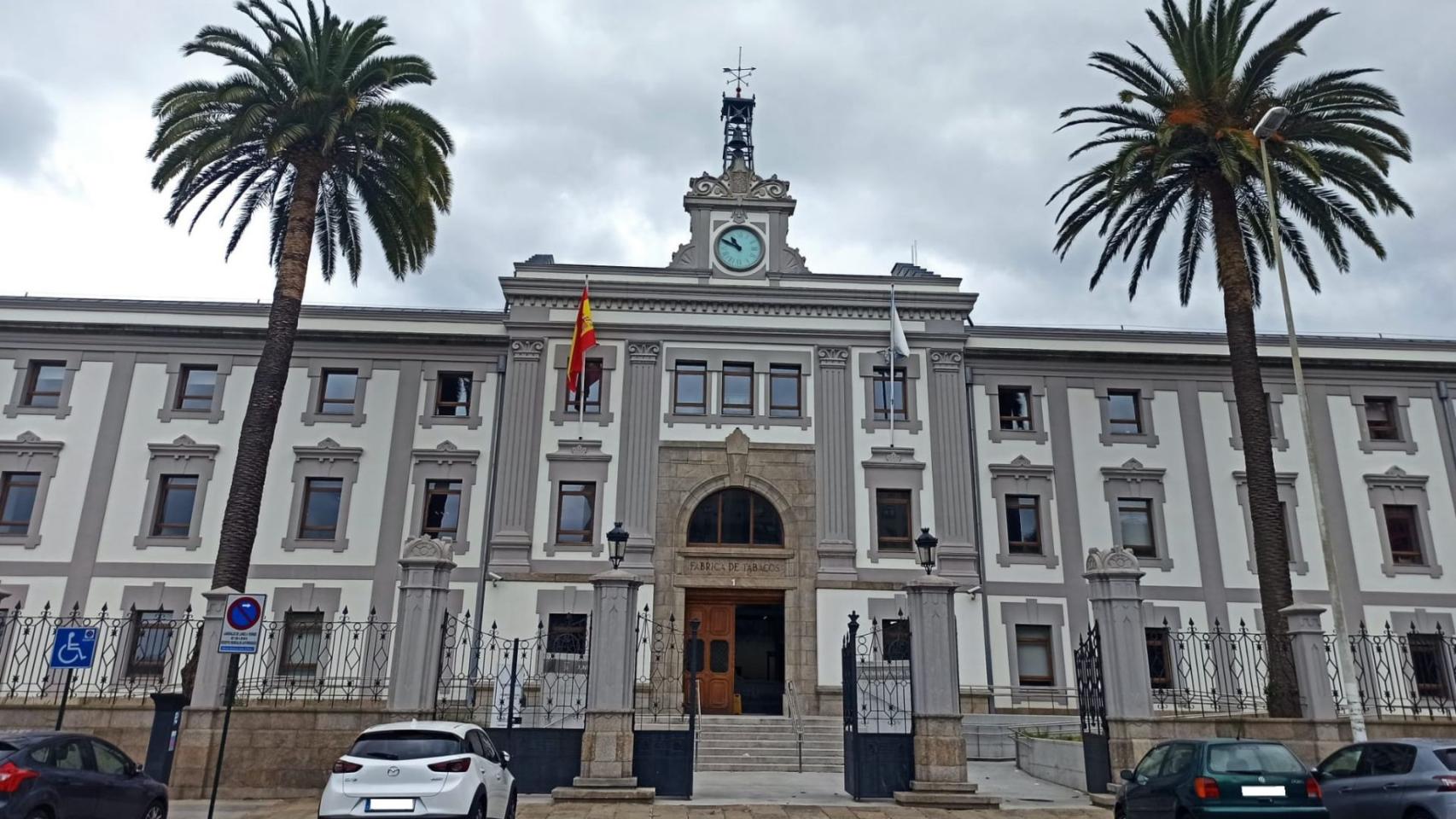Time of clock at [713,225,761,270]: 10:49
